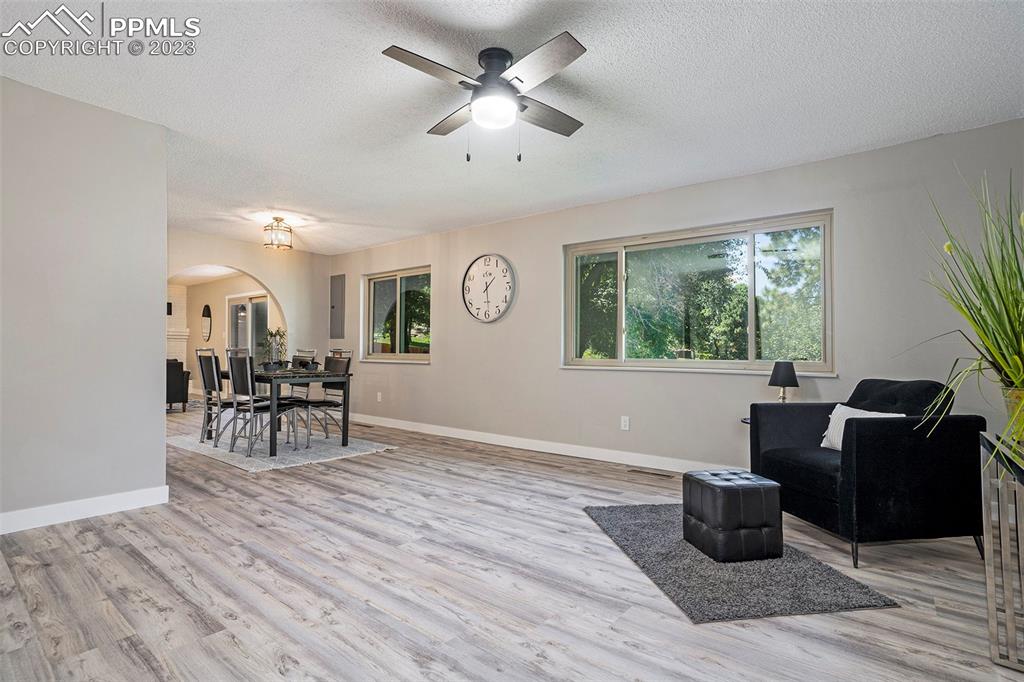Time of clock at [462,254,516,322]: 1:29
